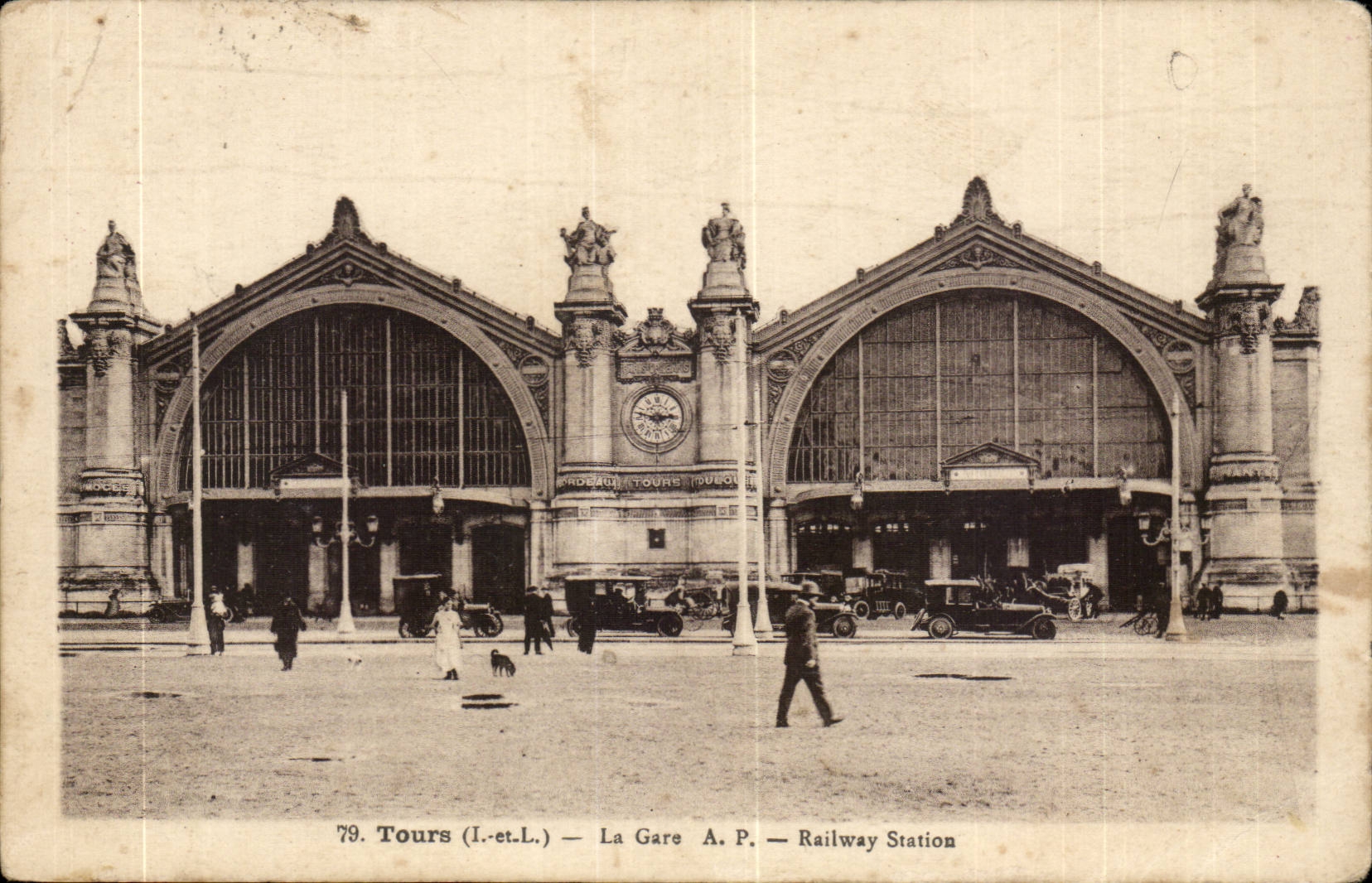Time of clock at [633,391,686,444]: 2:47
